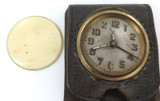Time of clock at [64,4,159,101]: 8:18
